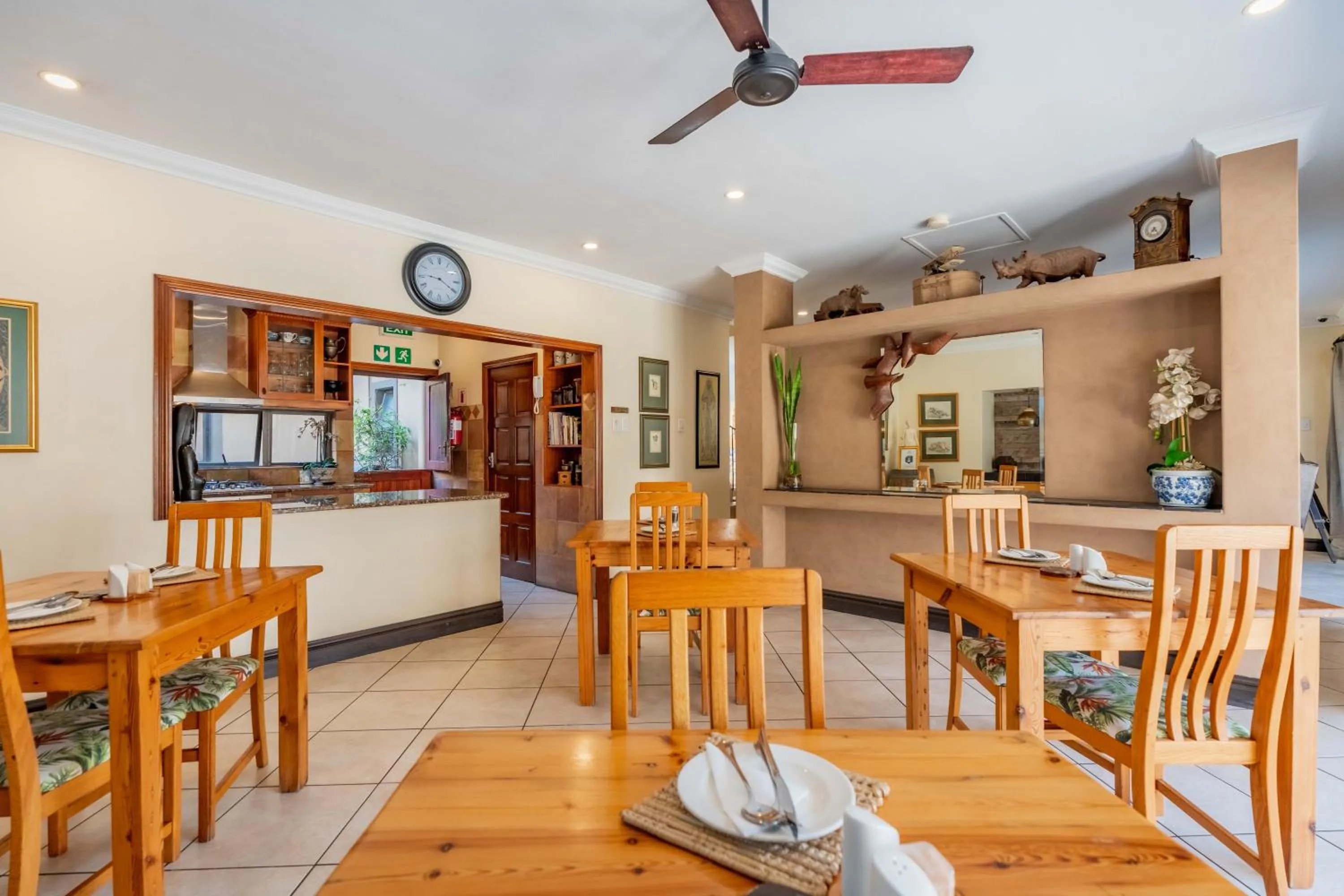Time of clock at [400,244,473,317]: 9:20
